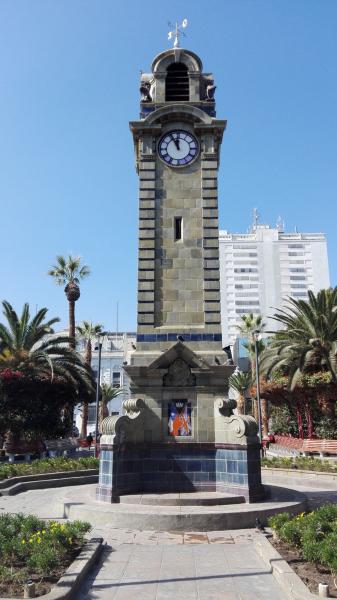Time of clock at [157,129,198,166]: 11:55
